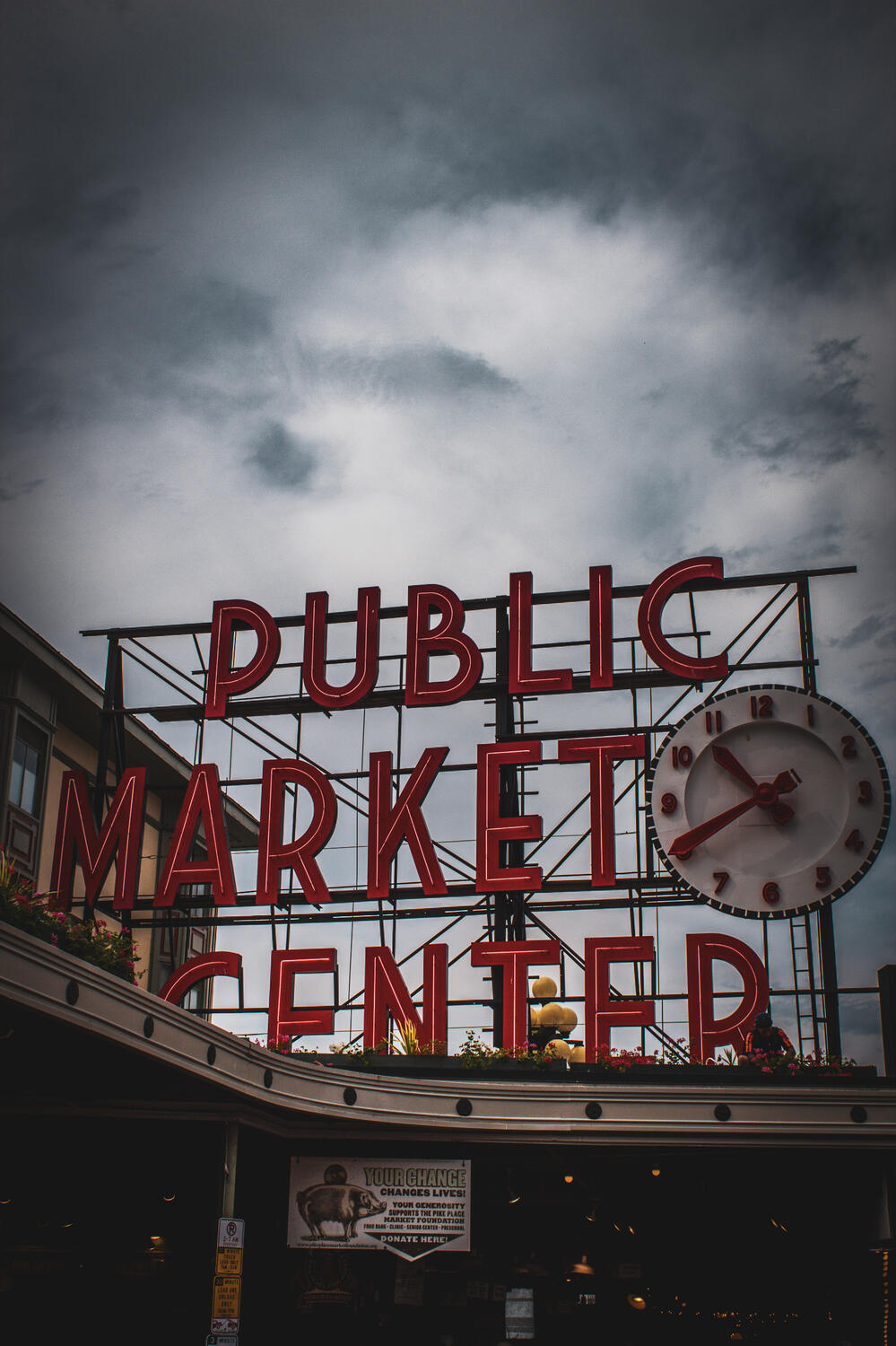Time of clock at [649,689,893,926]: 10:40
